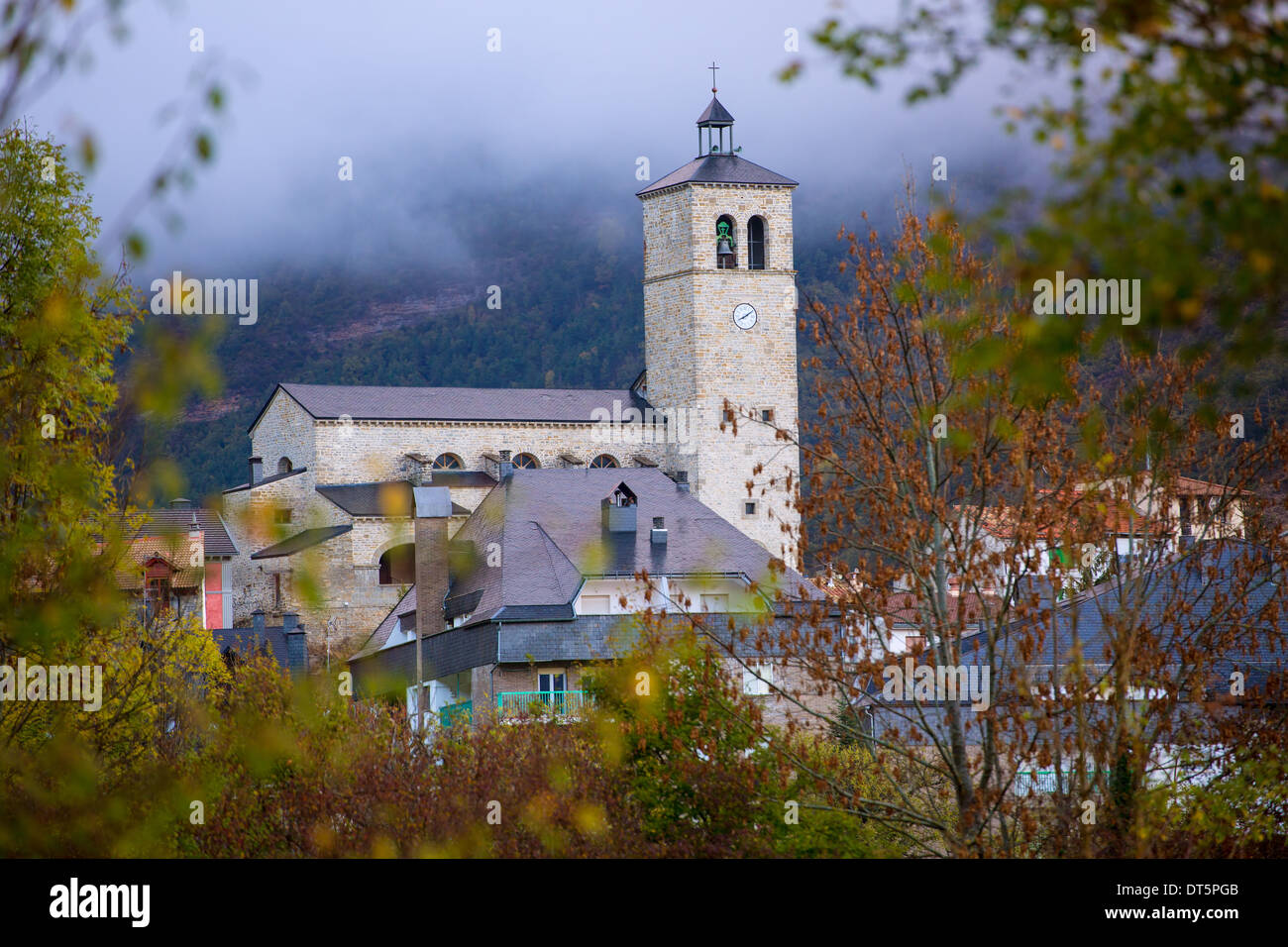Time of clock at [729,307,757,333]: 8:09
